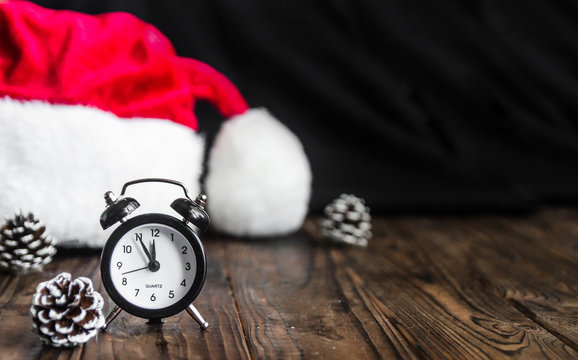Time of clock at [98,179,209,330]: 11:55
